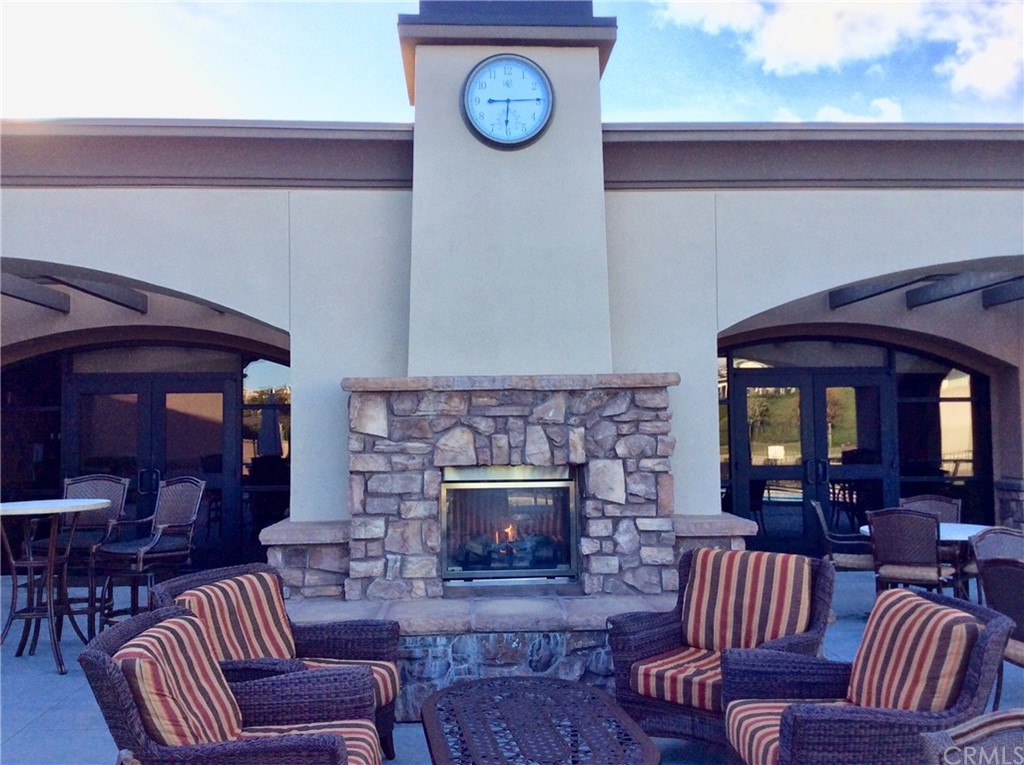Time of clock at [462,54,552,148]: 6:14
